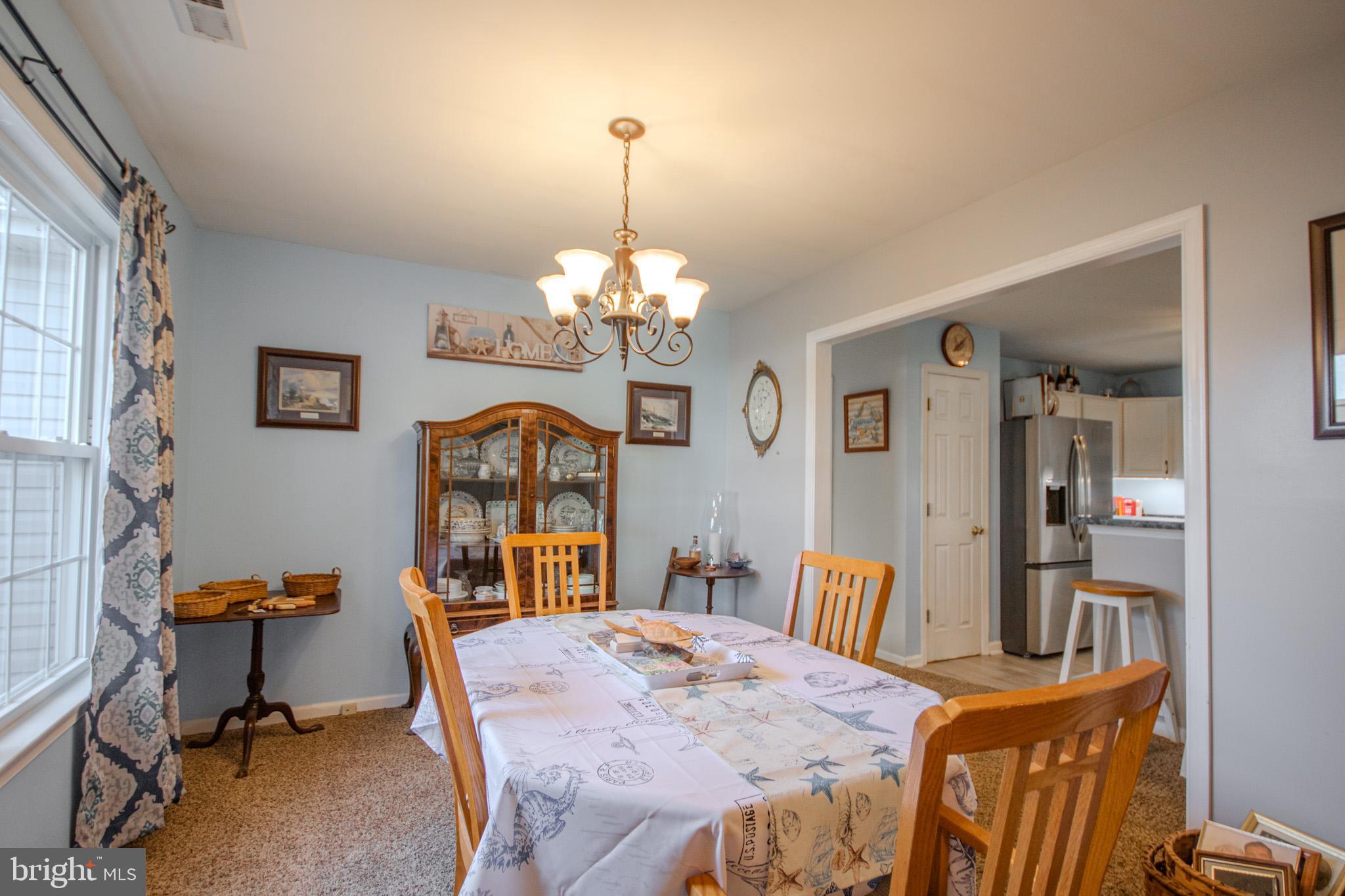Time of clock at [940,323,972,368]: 8:07
